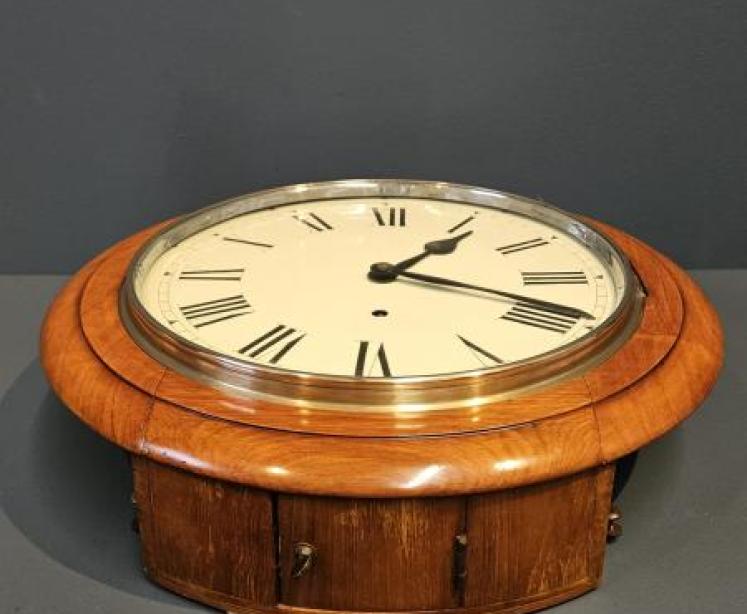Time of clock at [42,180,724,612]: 1:18
